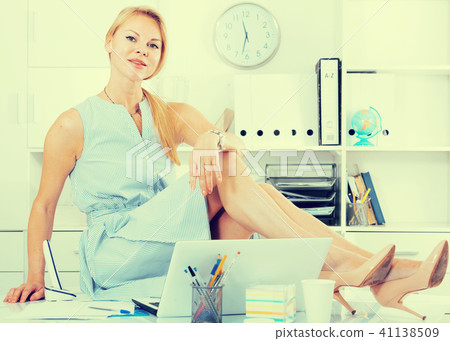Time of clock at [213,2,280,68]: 11:32
